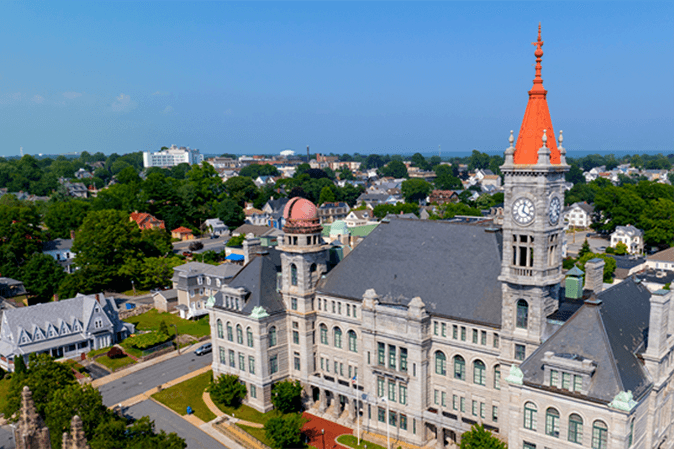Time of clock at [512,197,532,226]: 4:02
